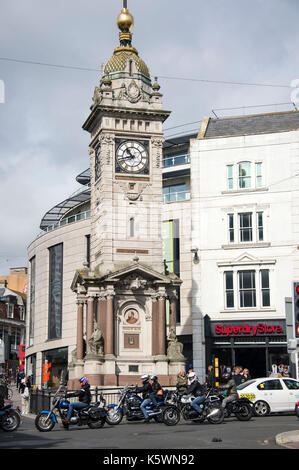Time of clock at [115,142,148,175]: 10:42
